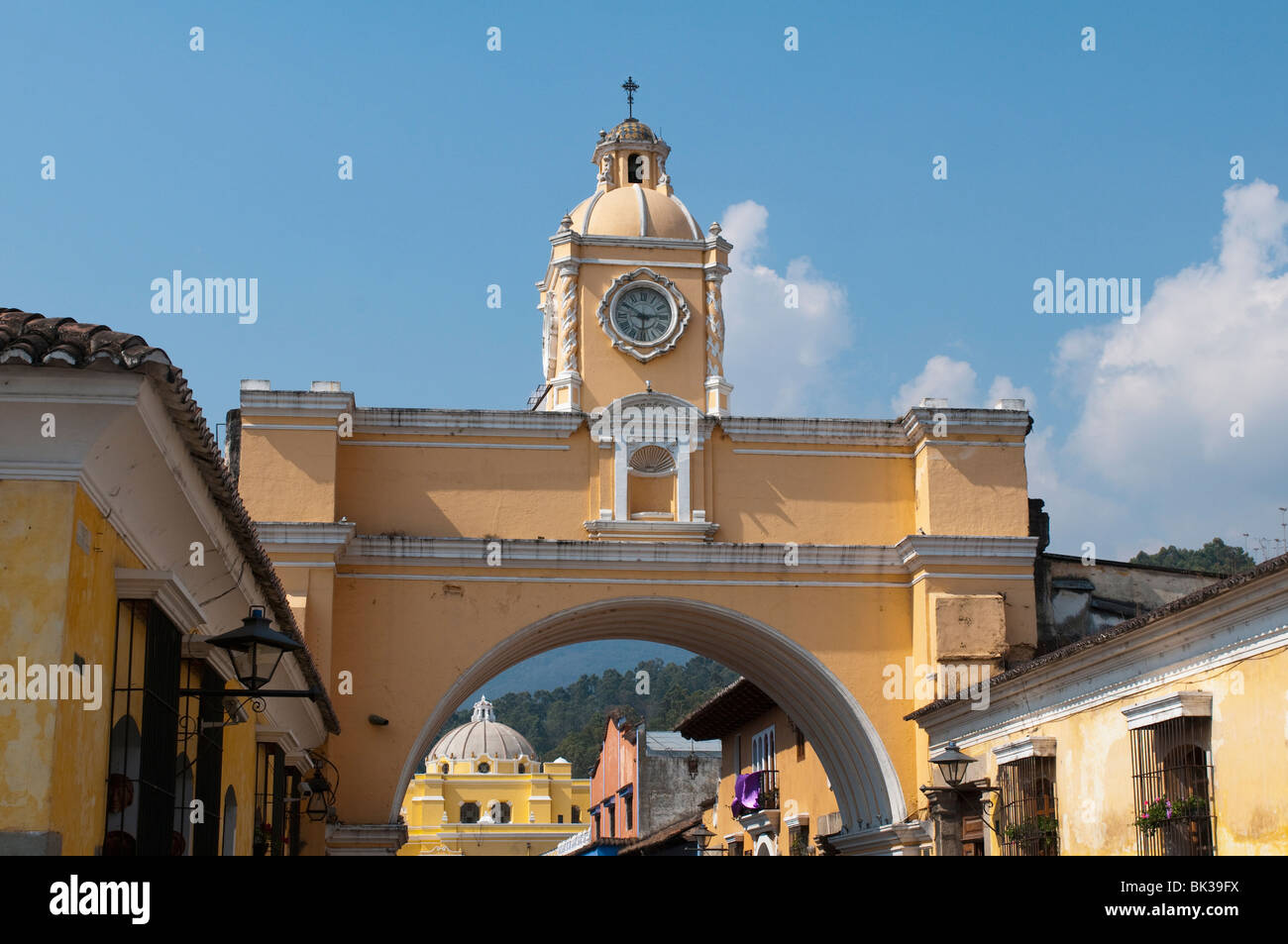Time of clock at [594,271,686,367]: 5:50
